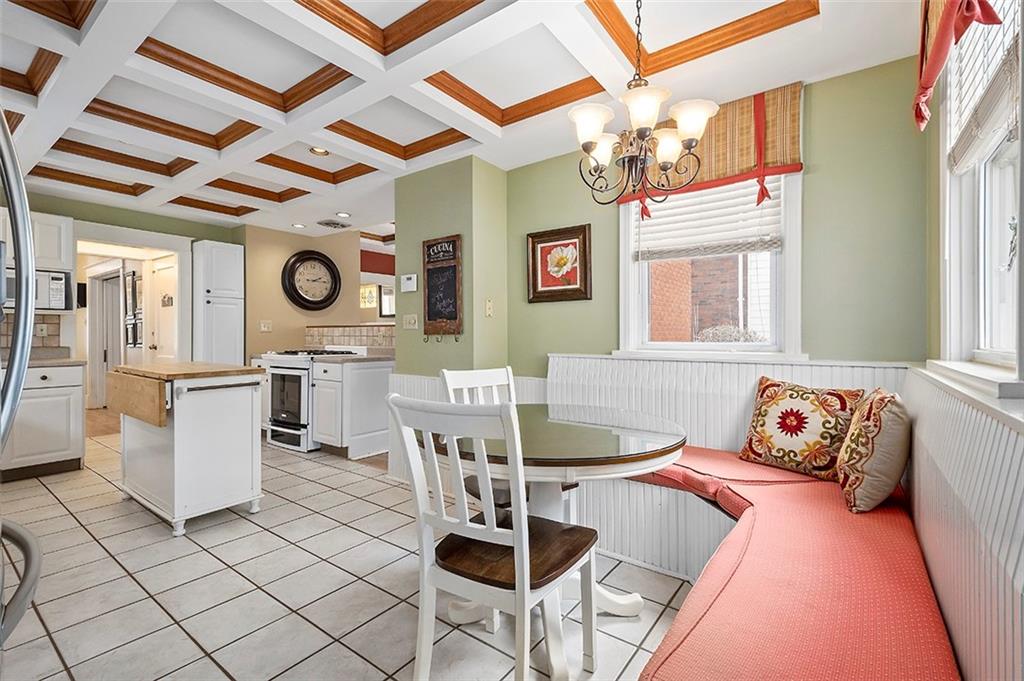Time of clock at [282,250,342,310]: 2:15
